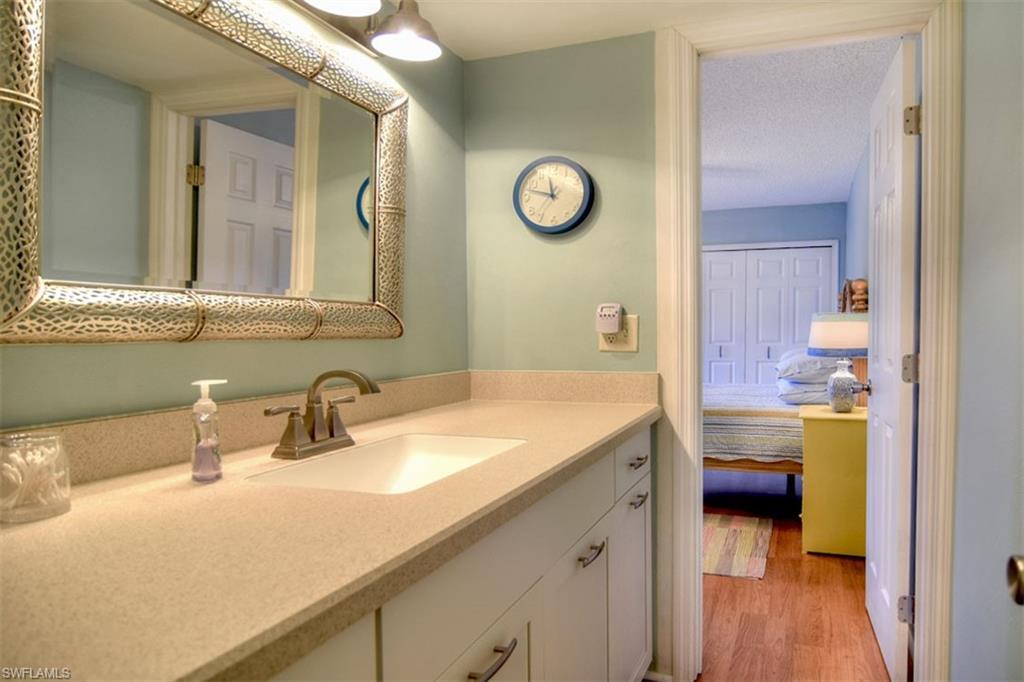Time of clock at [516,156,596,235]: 11:47
